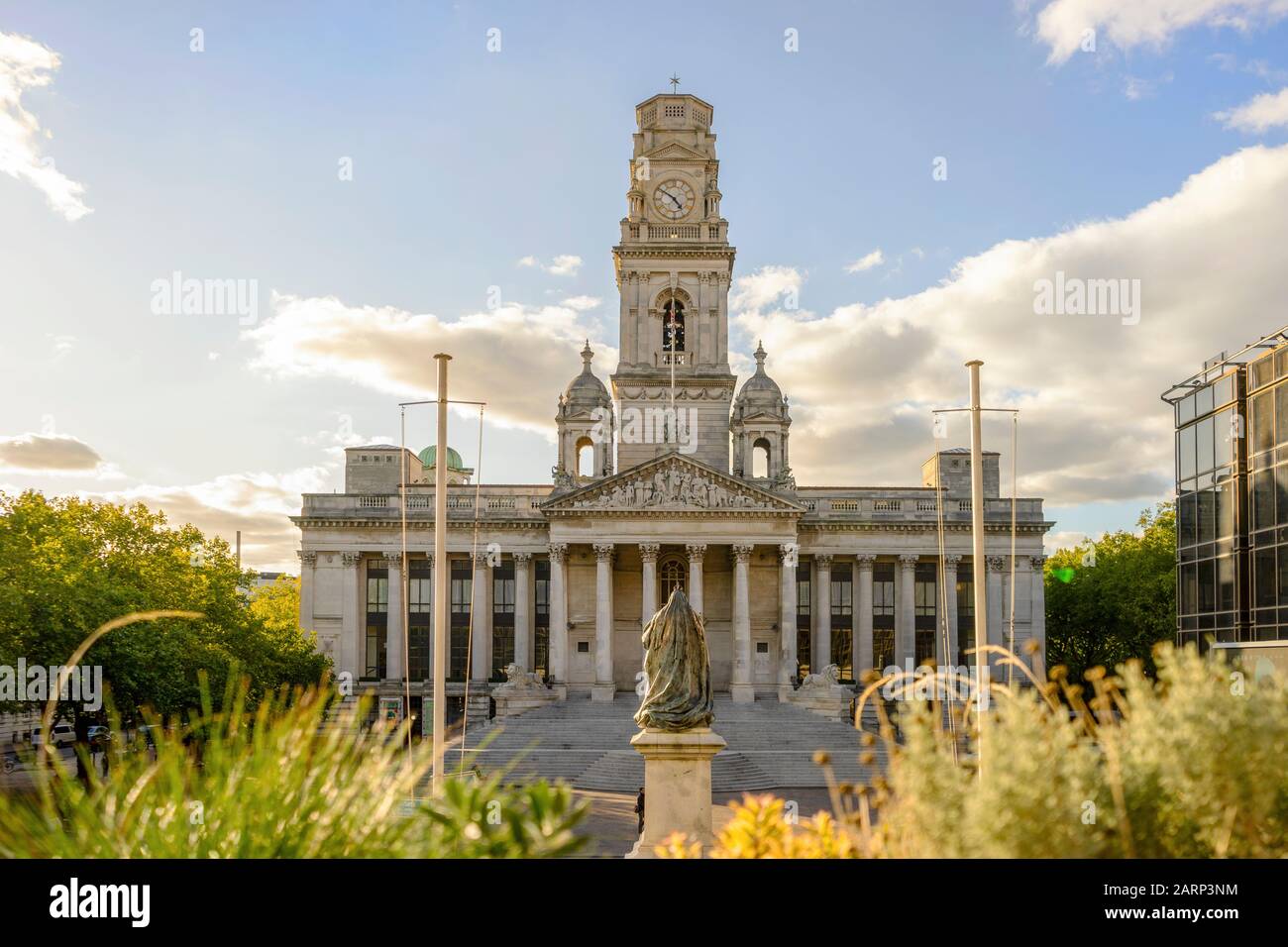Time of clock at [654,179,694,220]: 4:50
